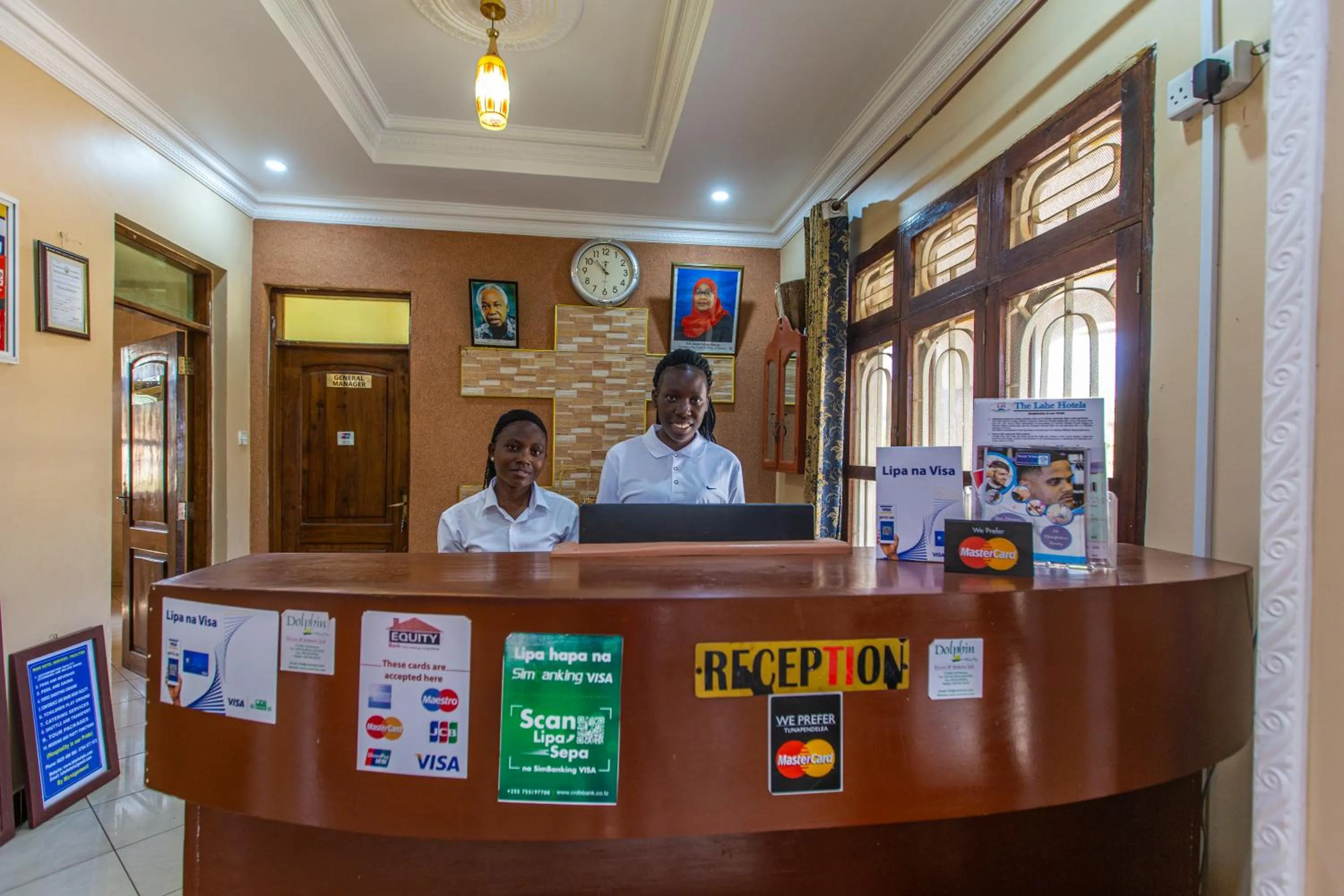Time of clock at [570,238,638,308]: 11:52
